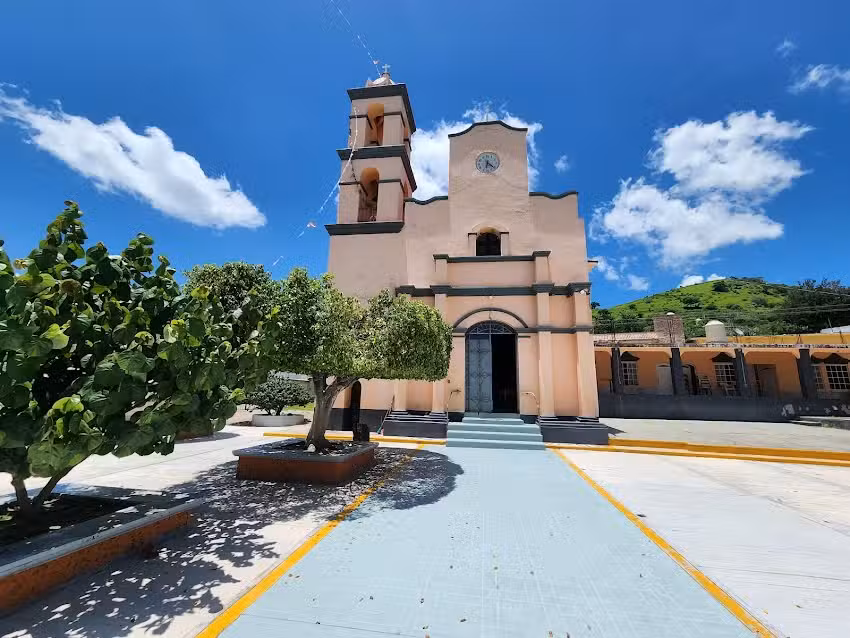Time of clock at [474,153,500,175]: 6:21
